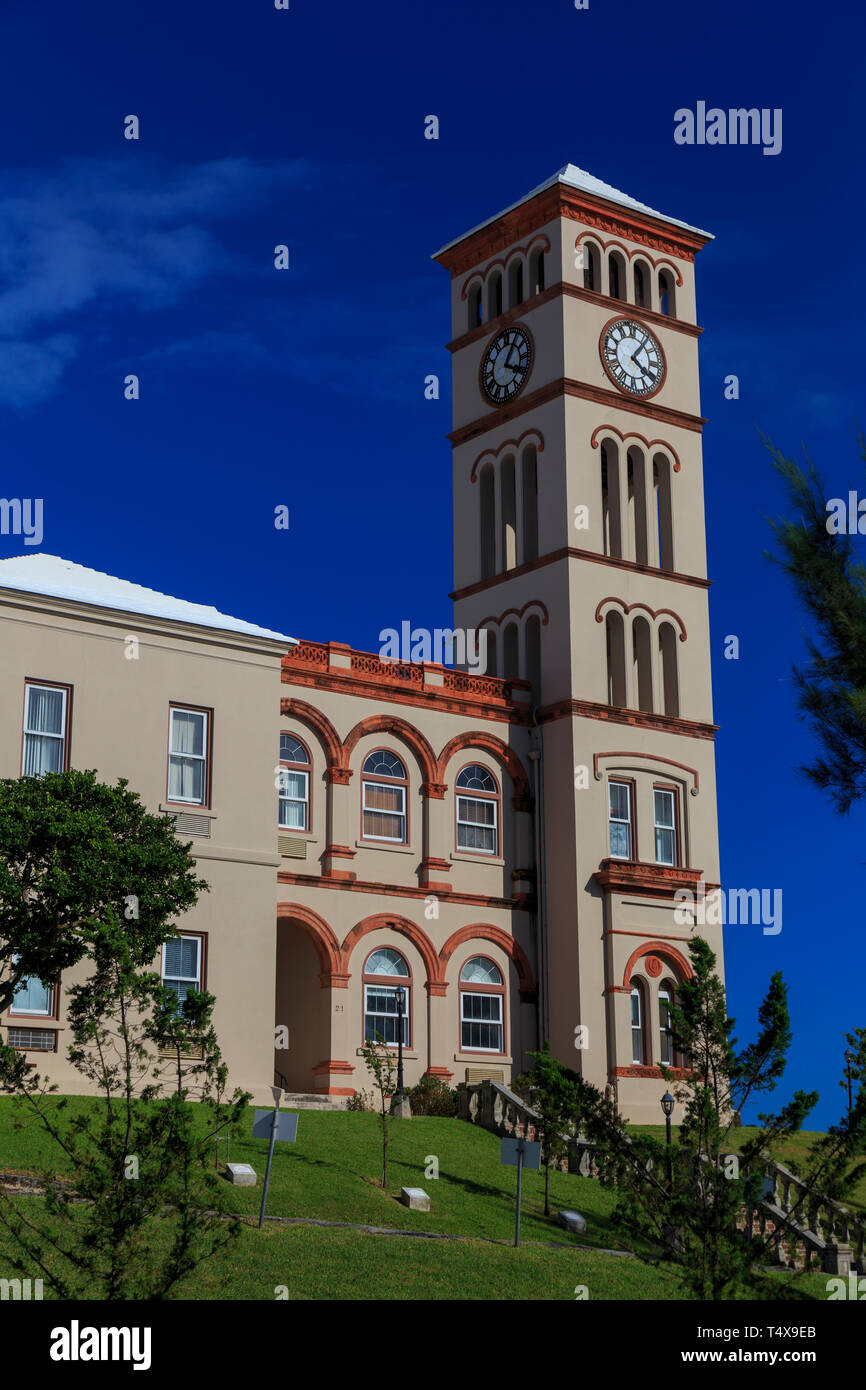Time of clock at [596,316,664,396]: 4:06
